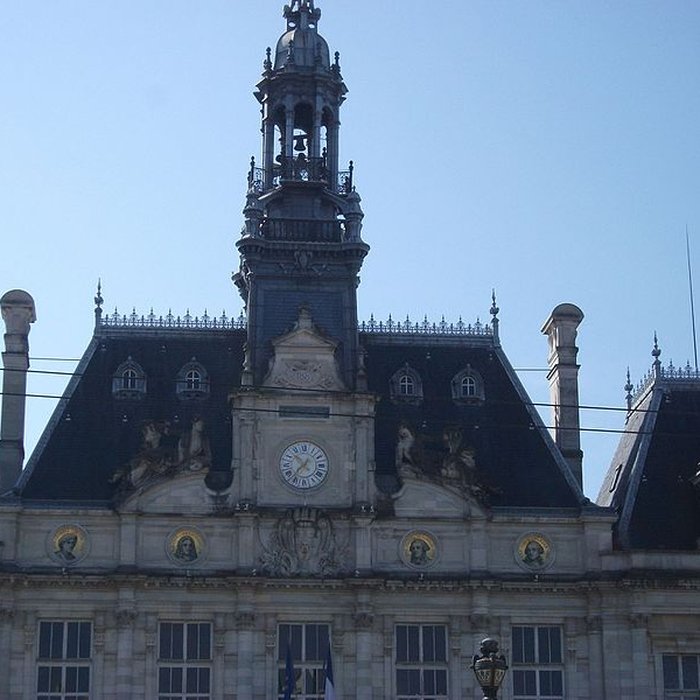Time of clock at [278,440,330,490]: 10:37
